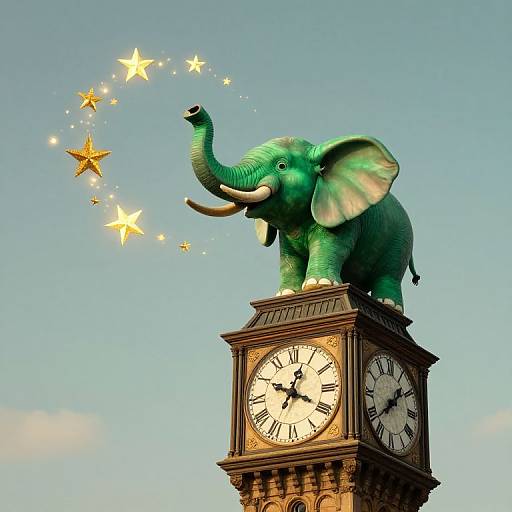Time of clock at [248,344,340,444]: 12:49
